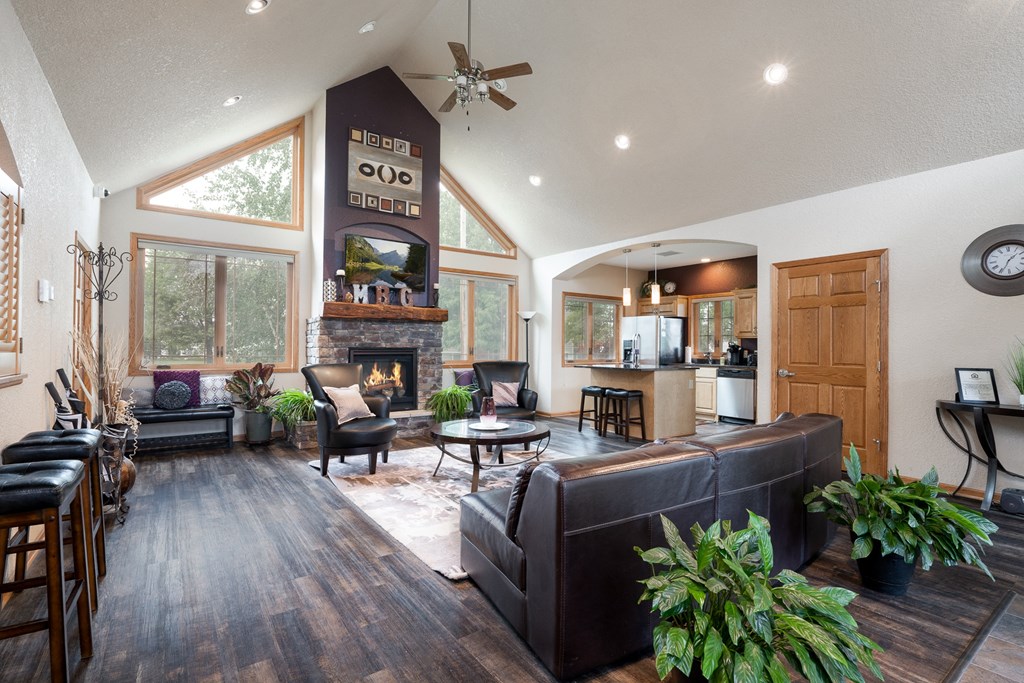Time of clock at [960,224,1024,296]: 1:34
